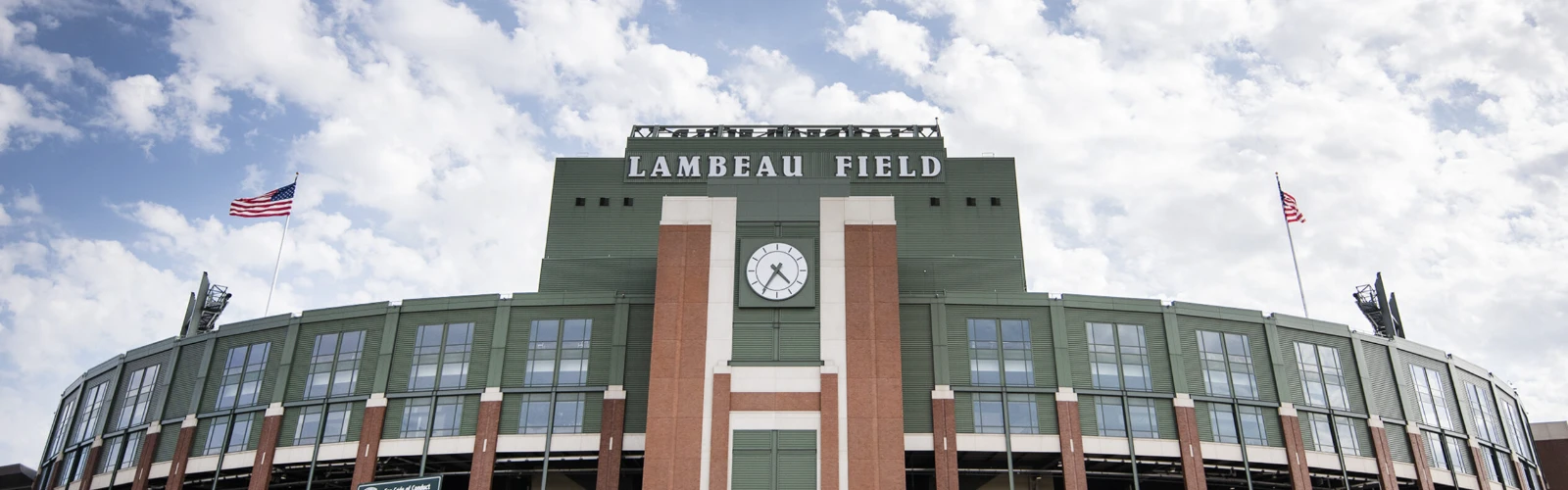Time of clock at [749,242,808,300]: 4:35
